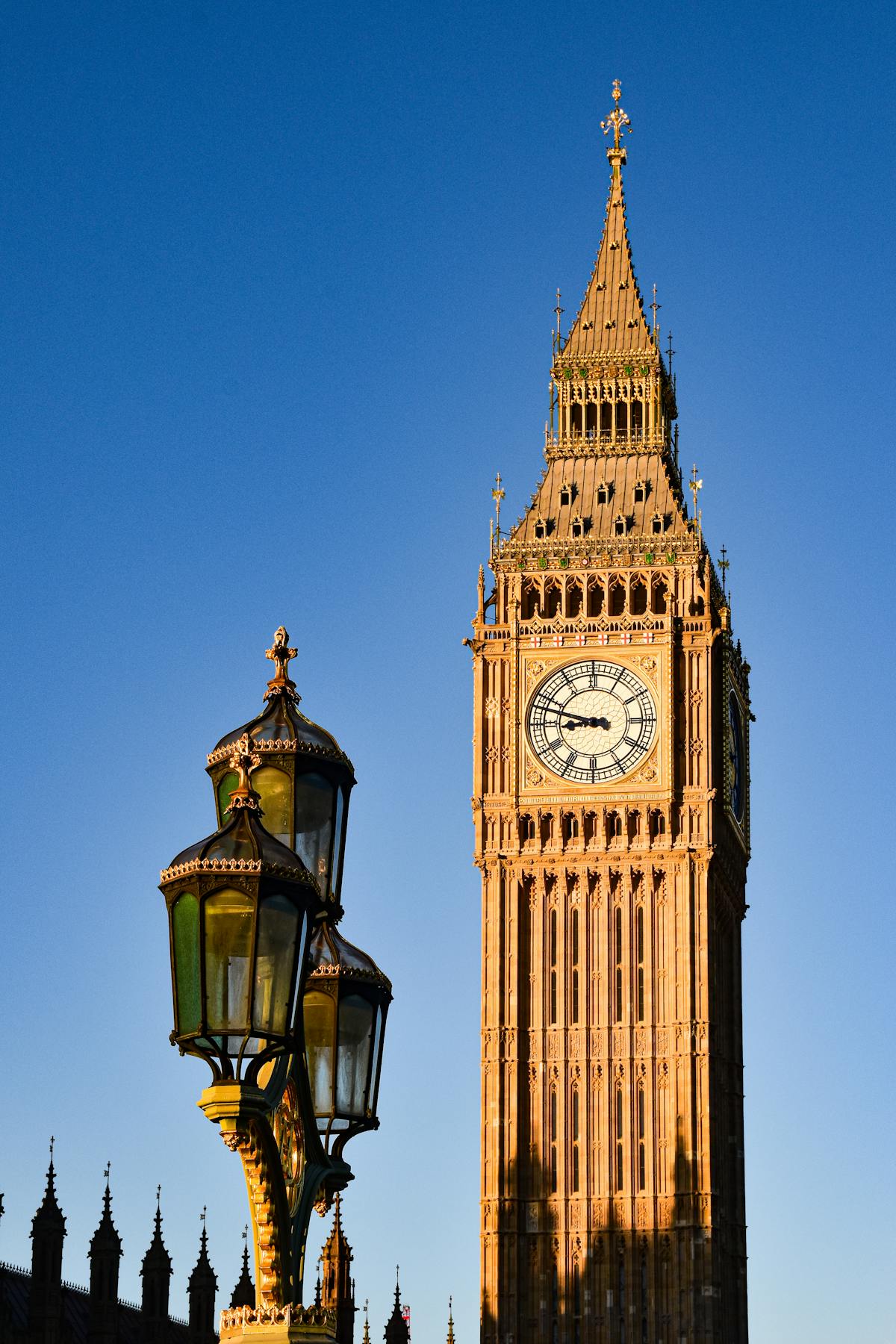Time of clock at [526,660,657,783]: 8:47
